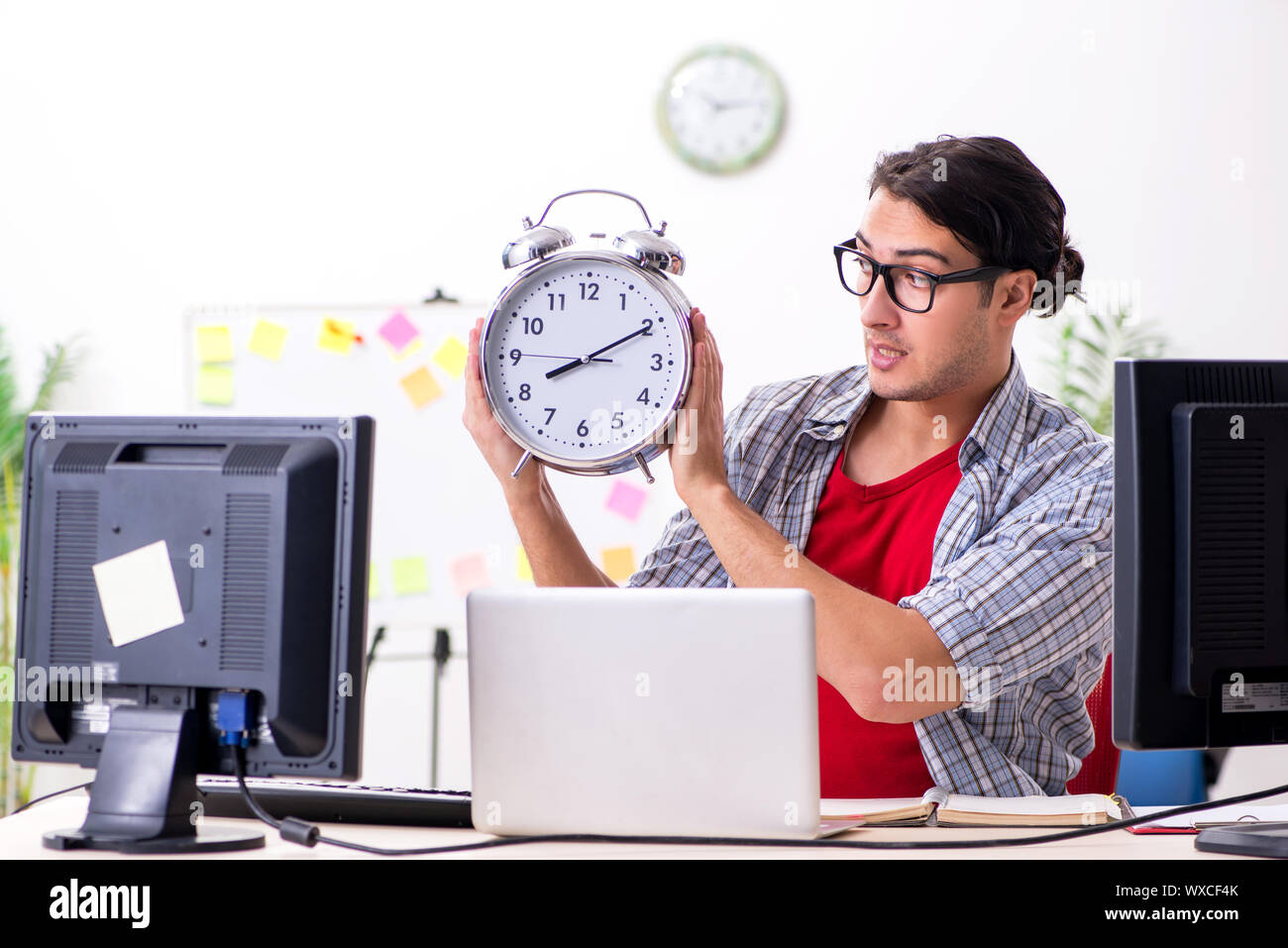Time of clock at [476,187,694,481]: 8:10
